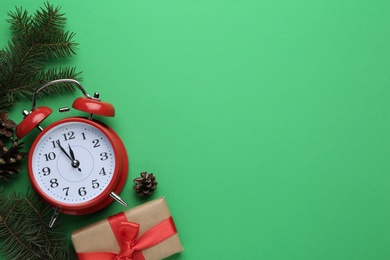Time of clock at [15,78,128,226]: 11:55
